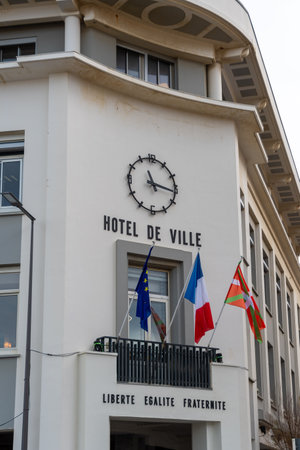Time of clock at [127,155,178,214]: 11:16
